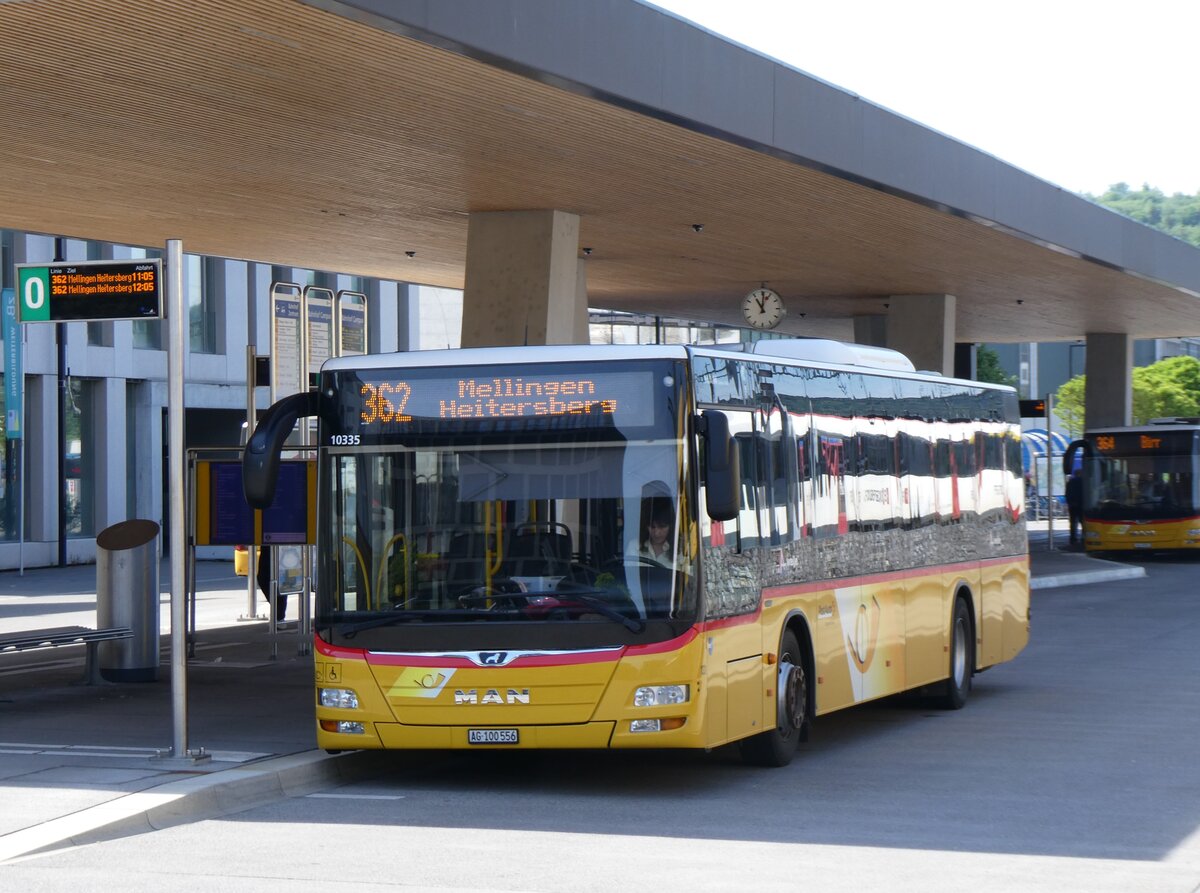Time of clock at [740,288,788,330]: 11:01
